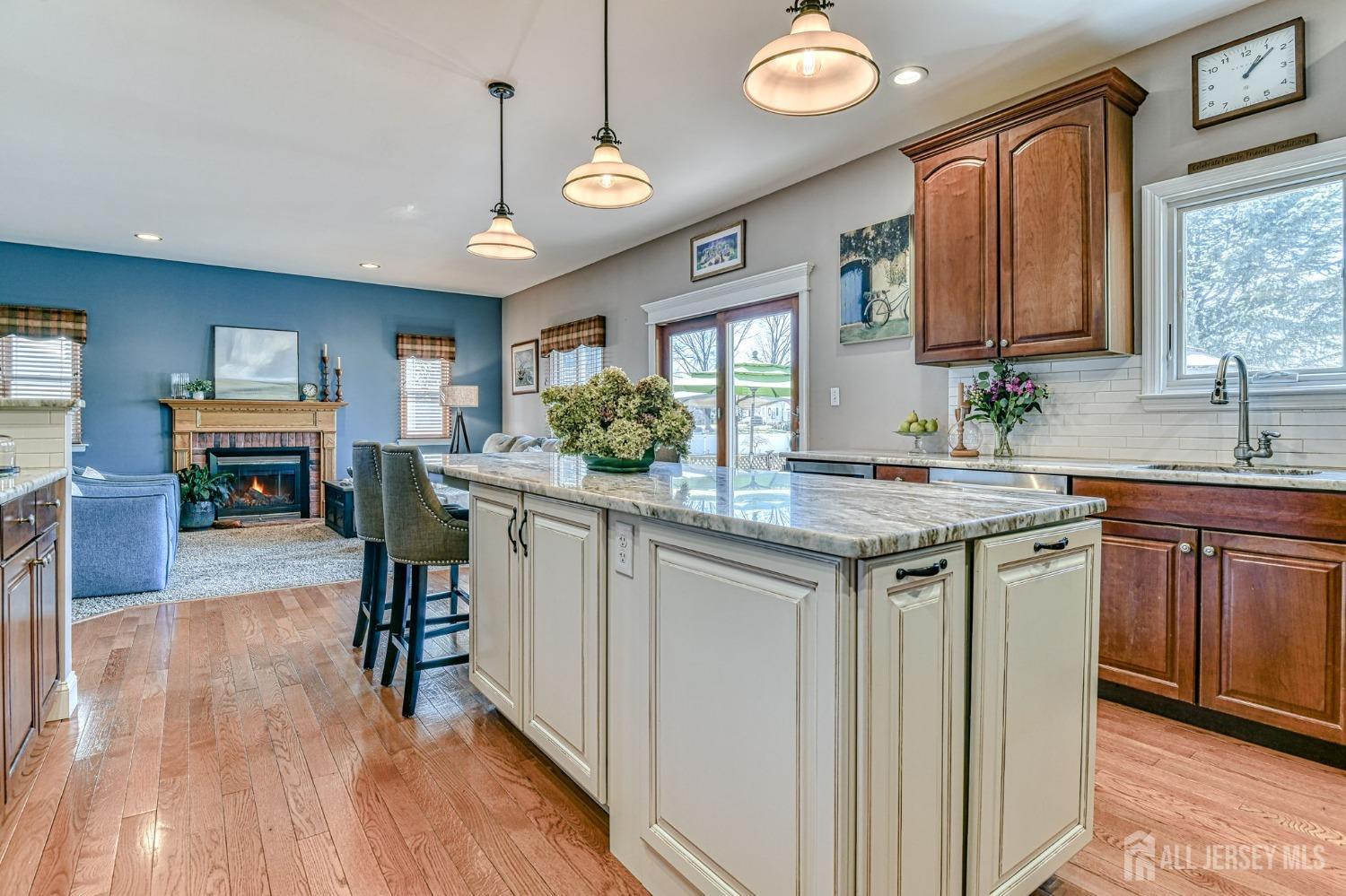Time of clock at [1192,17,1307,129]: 1:07
